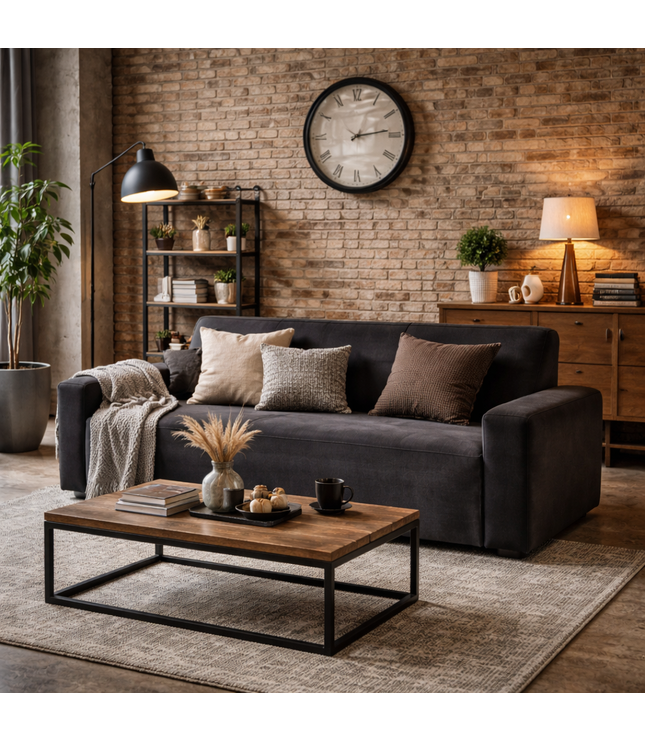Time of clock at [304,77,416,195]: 1:13
